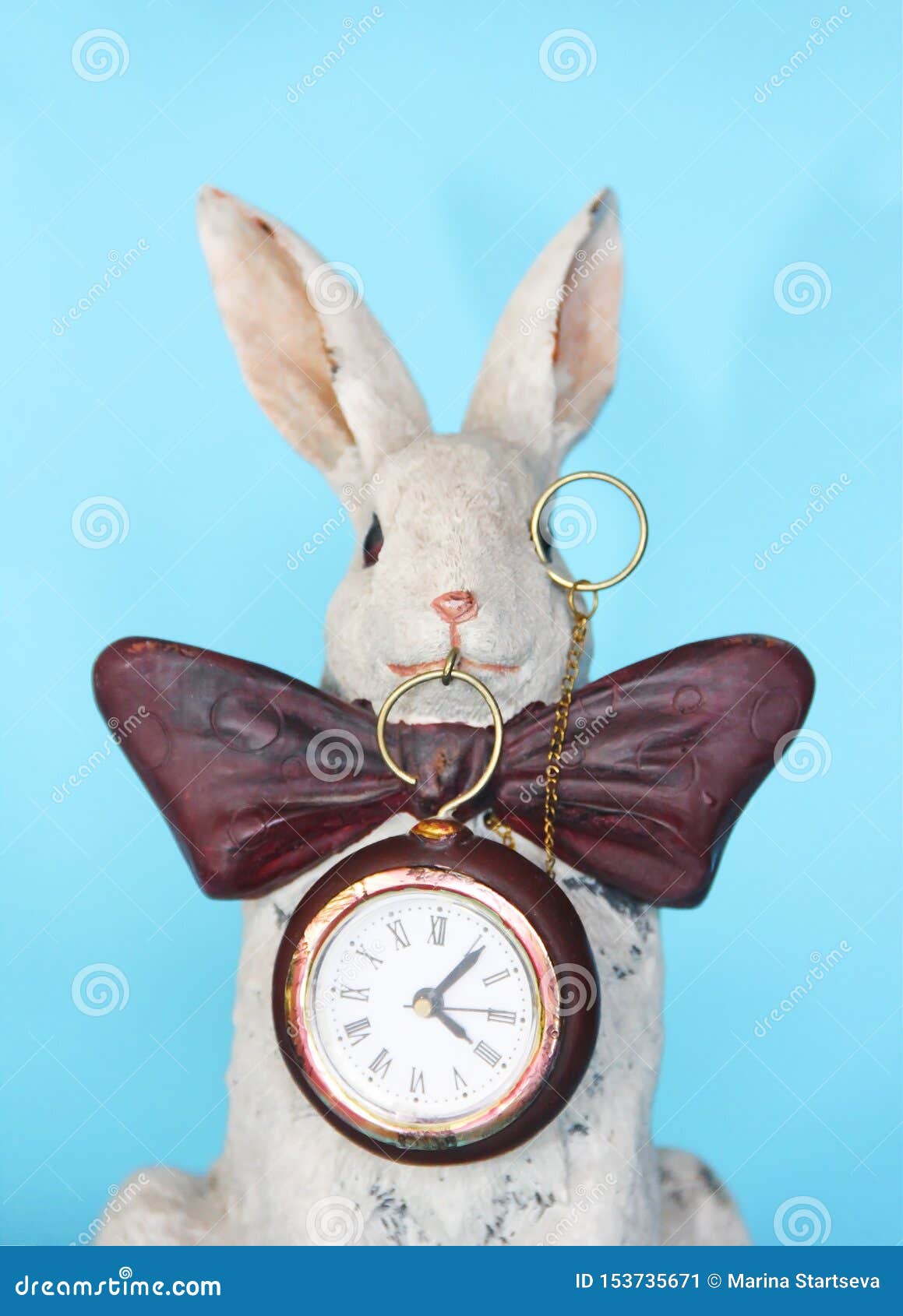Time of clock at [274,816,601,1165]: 4:06
